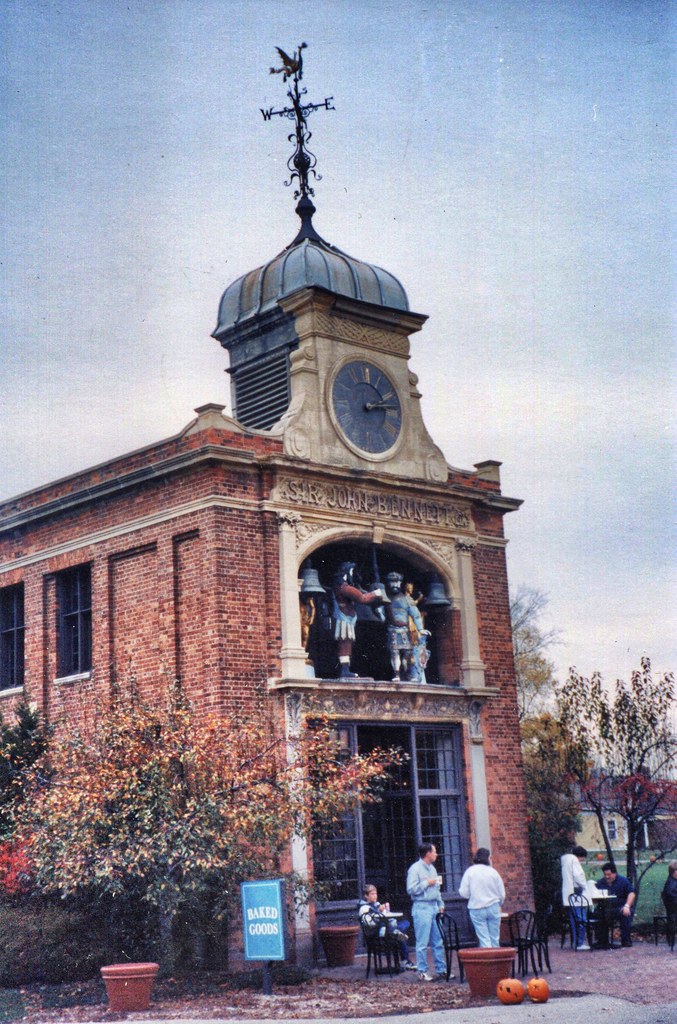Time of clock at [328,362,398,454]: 2:13
